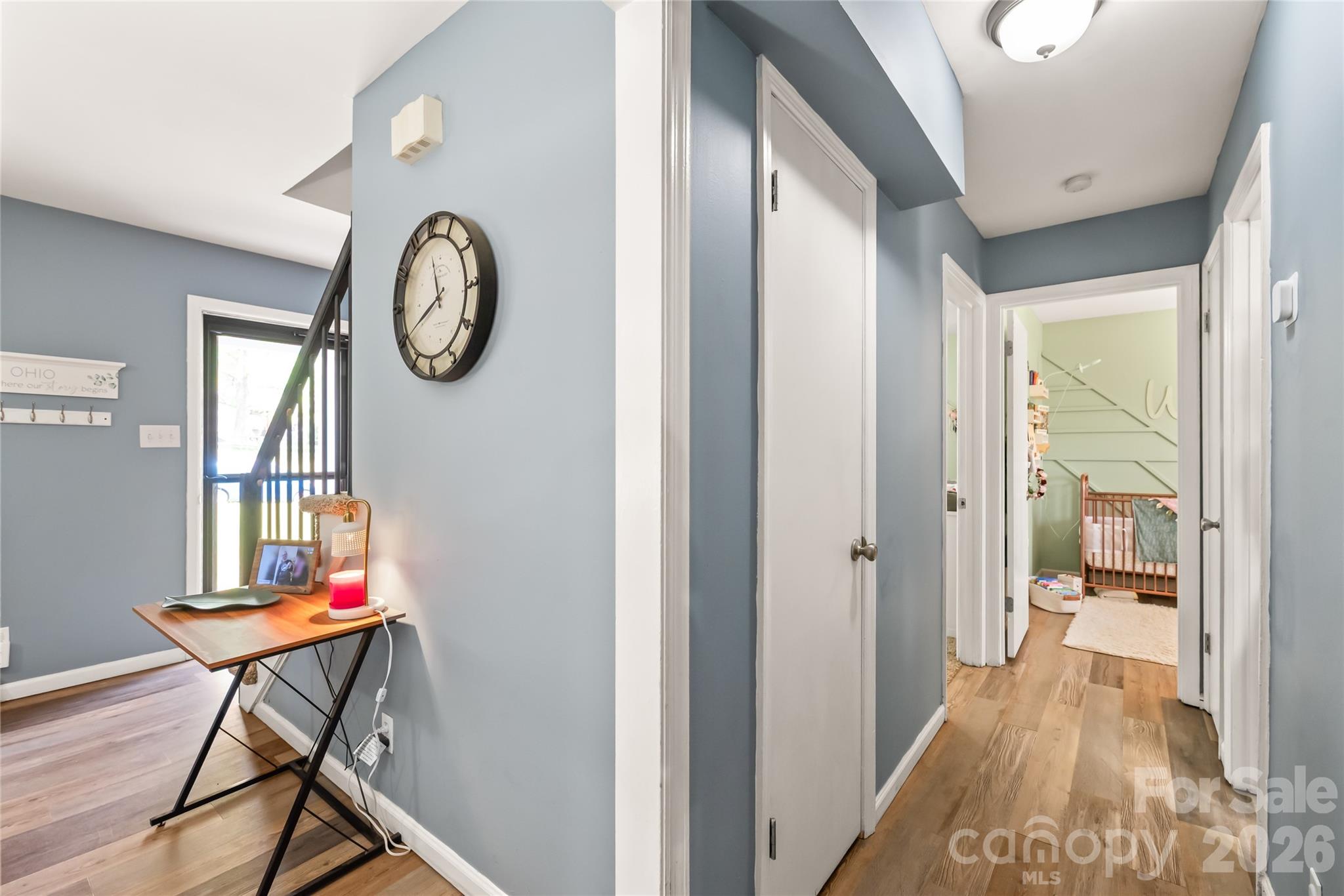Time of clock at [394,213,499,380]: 11:40
